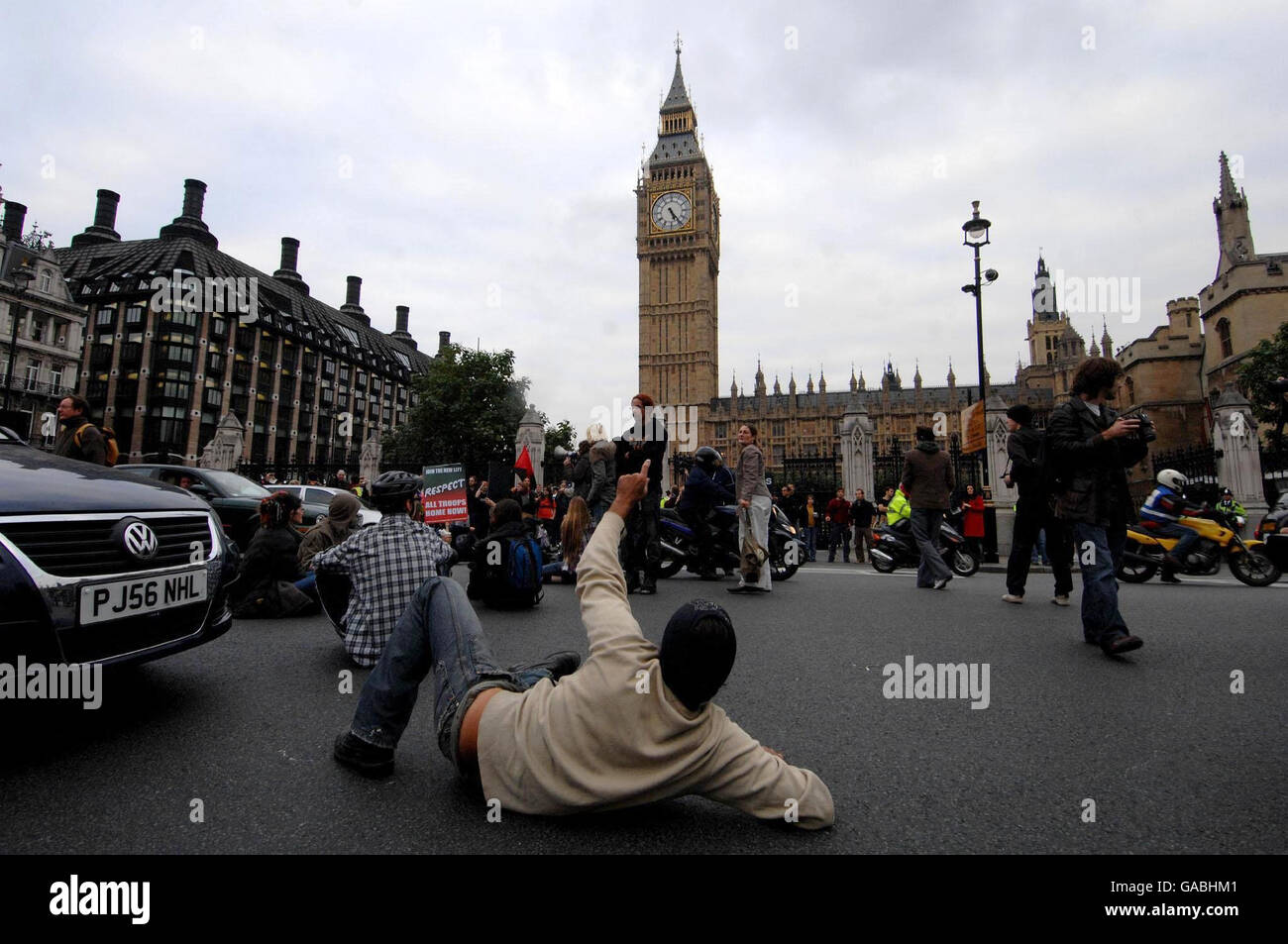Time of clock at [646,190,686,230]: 5:24
